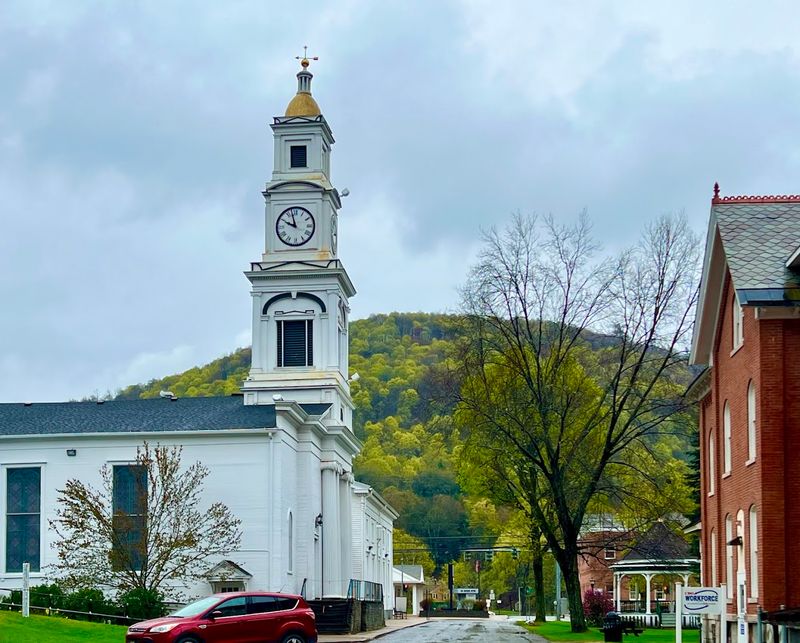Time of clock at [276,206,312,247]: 9:57
